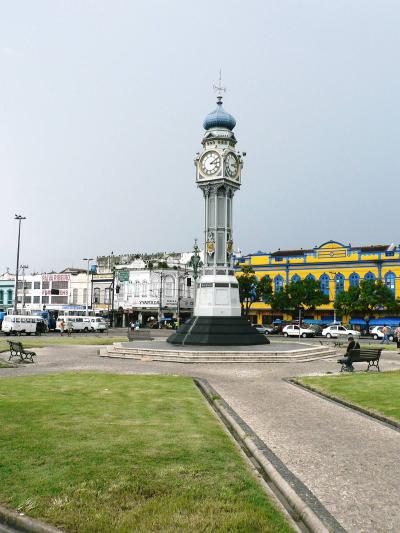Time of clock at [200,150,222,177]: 3:09
